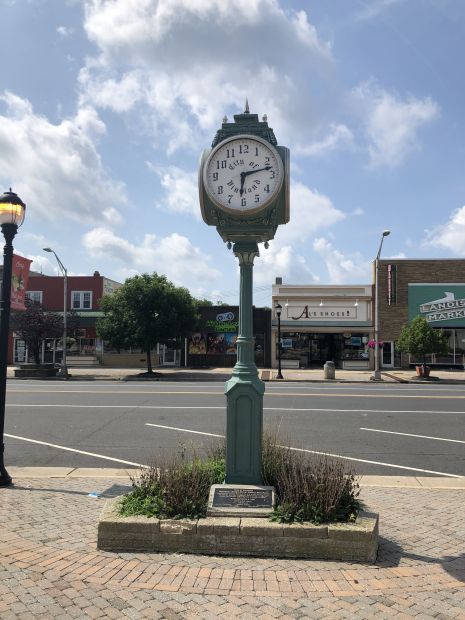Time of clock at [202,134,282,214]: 6:12
